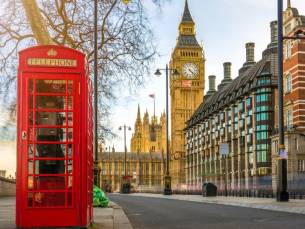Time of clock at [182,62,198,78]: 4:22
